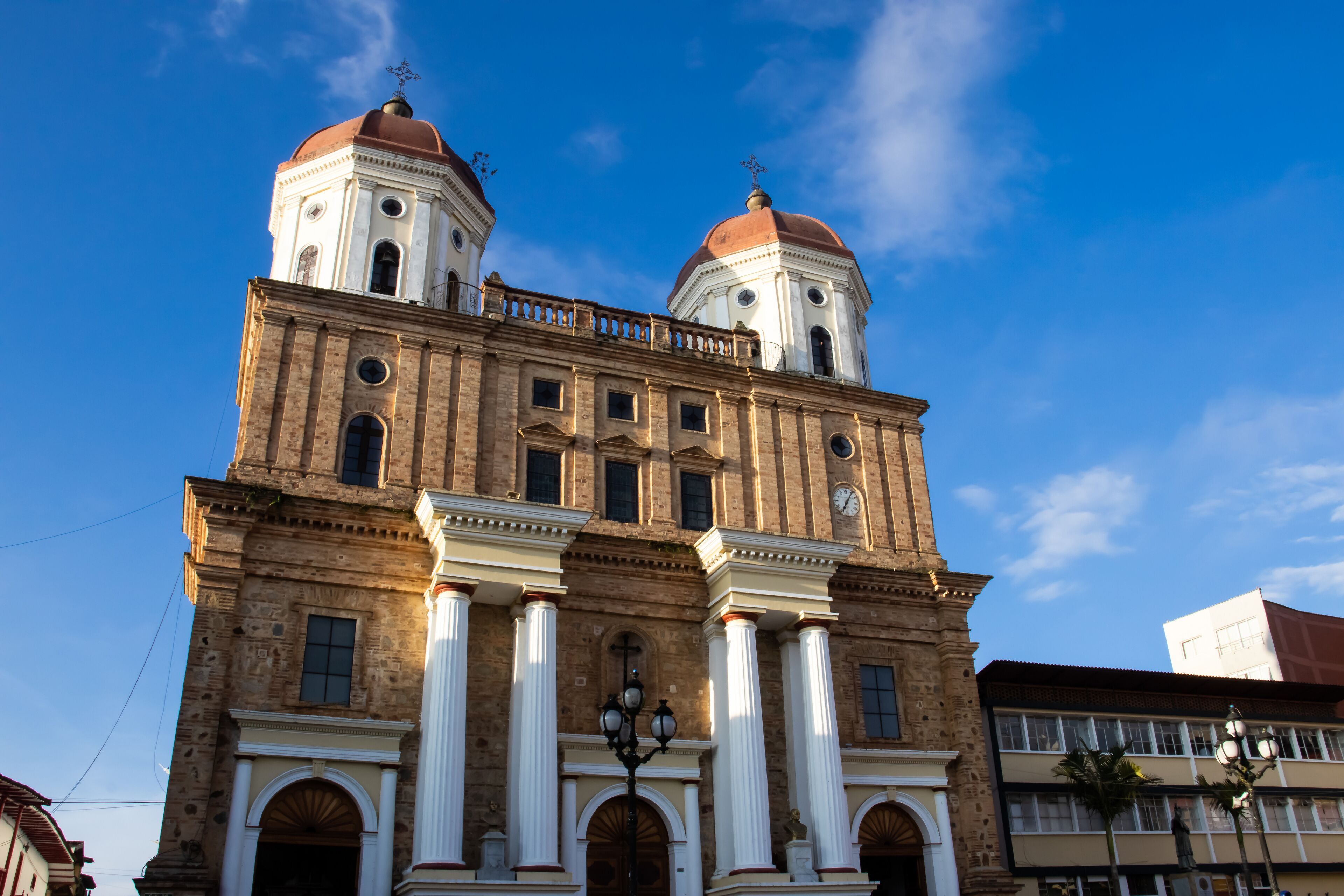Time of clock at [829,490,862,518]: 7:05
